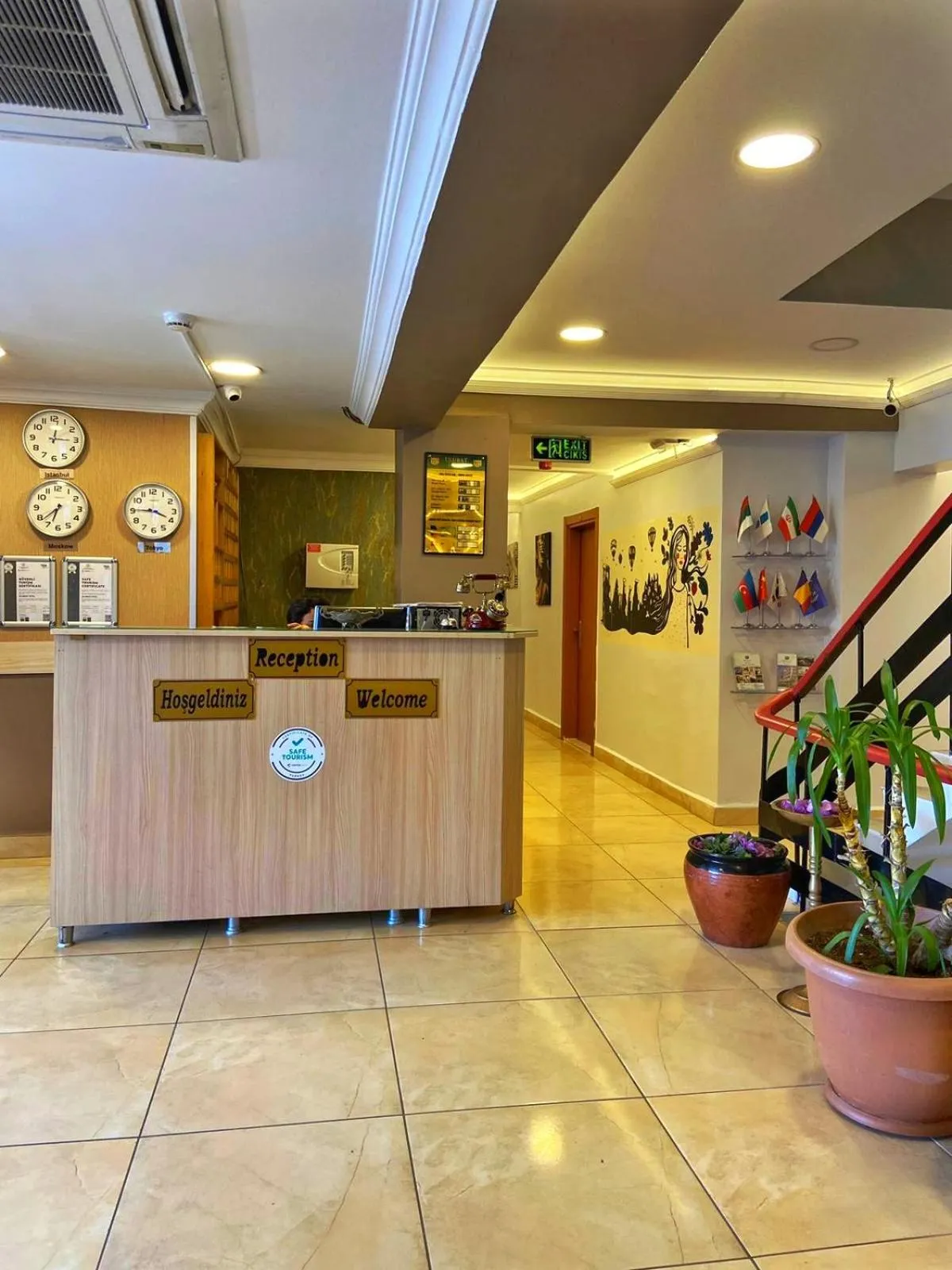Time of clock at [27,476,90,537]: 6:38
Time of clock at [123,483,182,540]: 3:45
